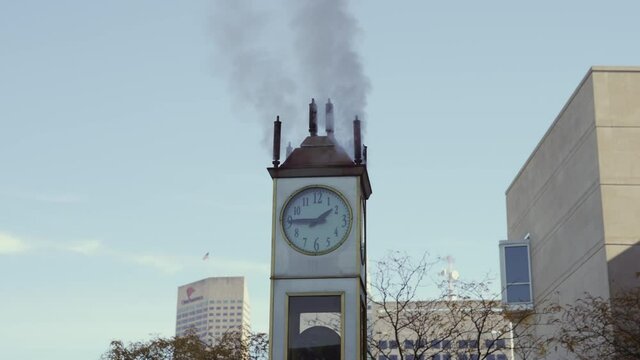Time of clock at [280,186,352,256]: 1:45
